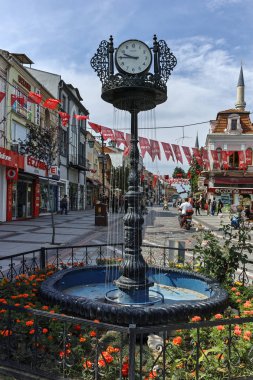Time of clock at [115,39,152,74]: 9:45
